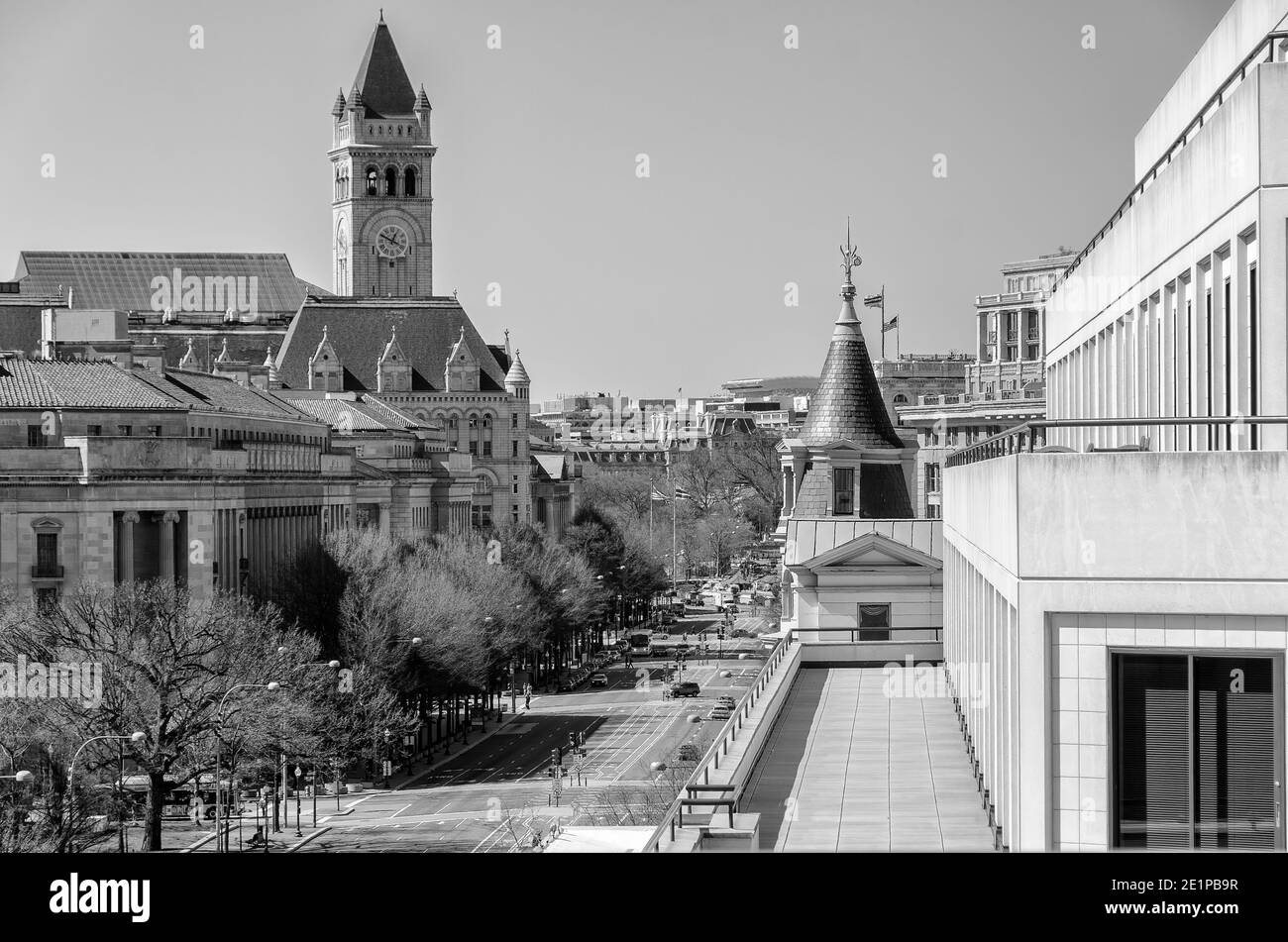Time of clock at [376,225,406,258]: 12:49
